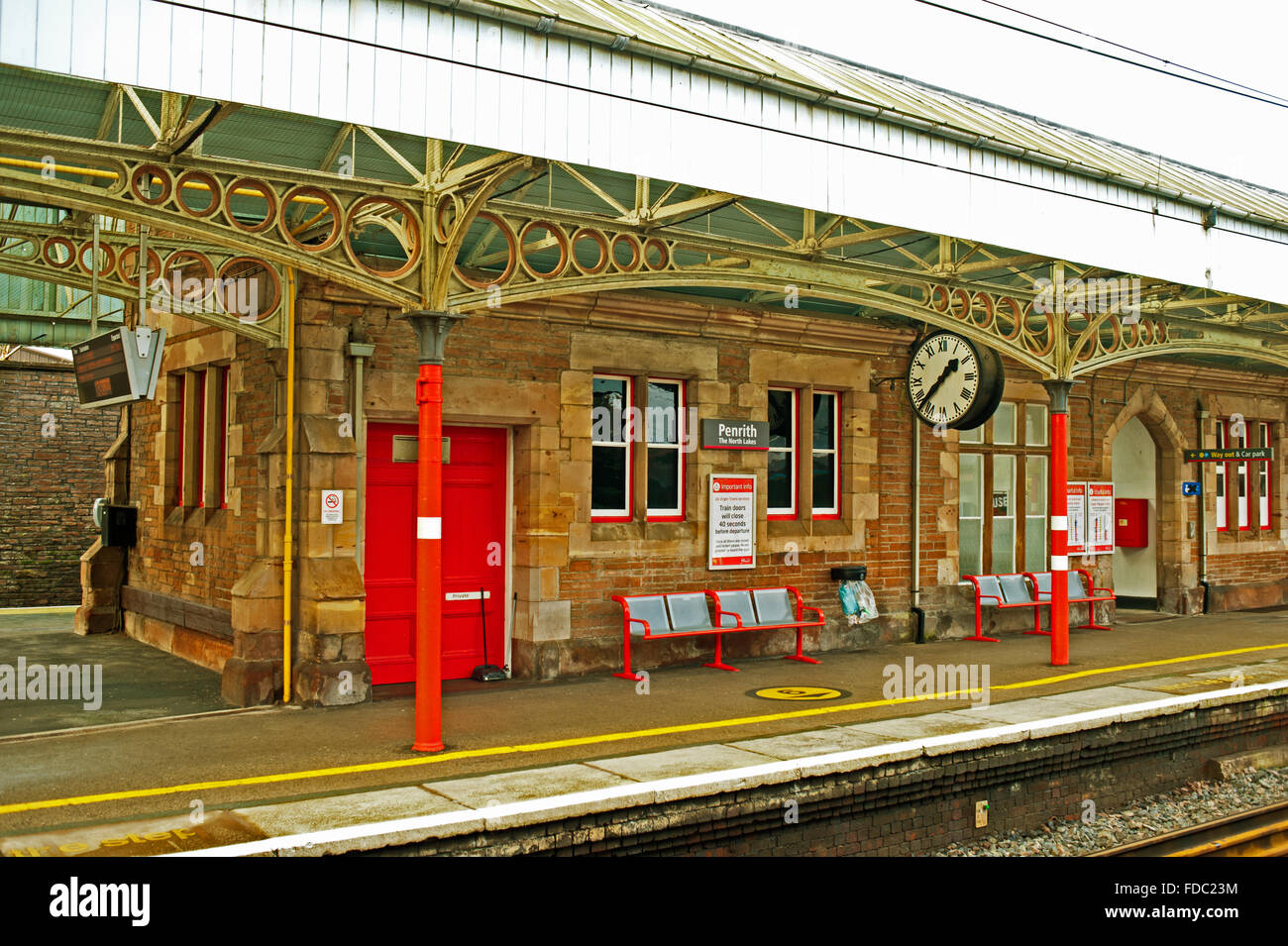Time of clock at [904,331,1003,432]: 1:37
